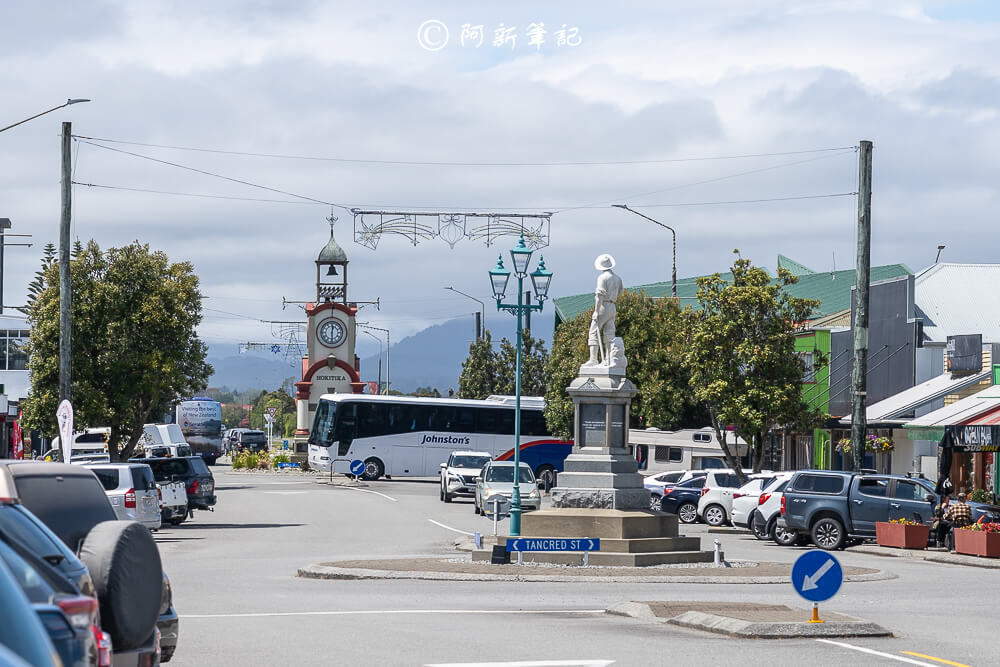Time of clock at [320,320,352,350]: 12:29
